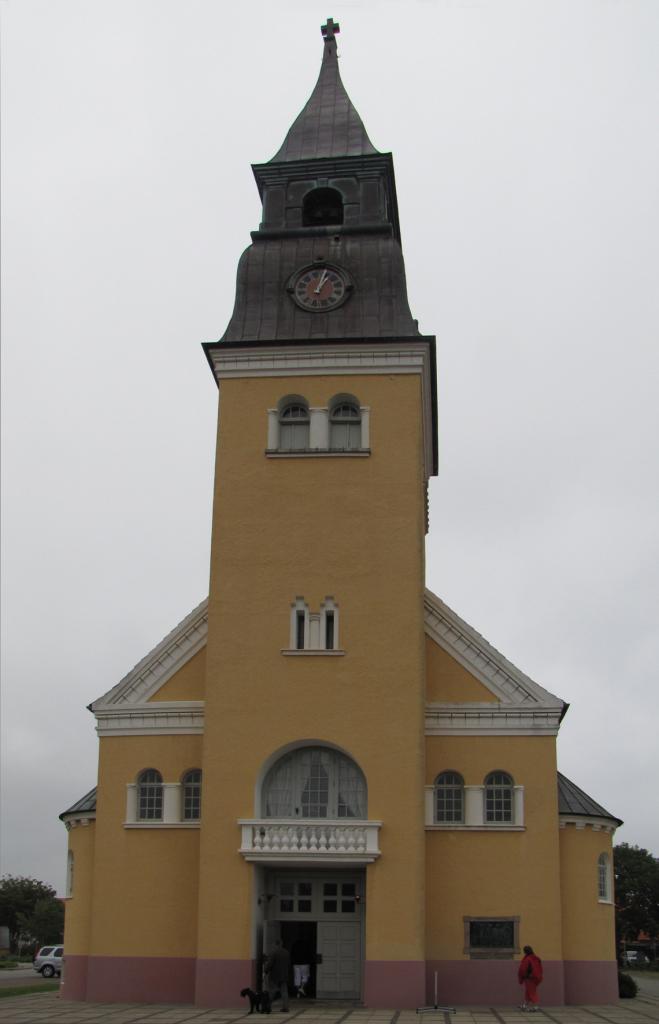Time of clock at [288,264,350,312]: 1:02
